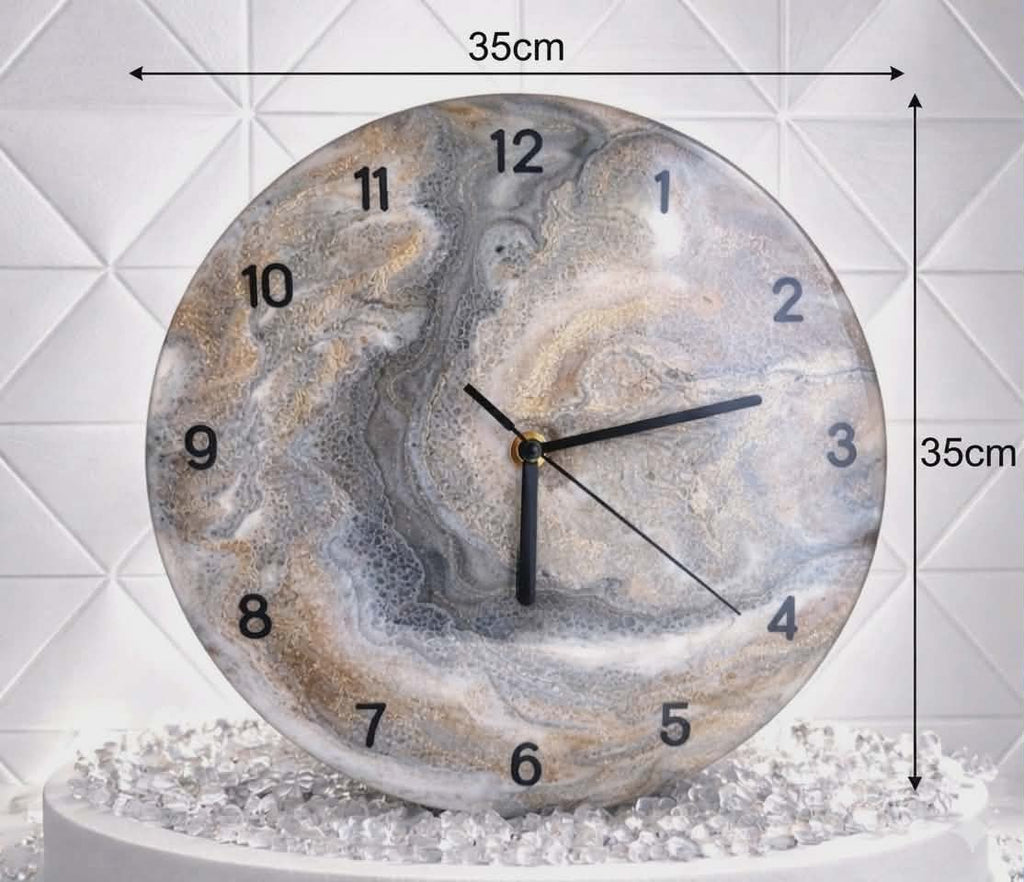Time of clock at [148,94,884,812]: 6:12
